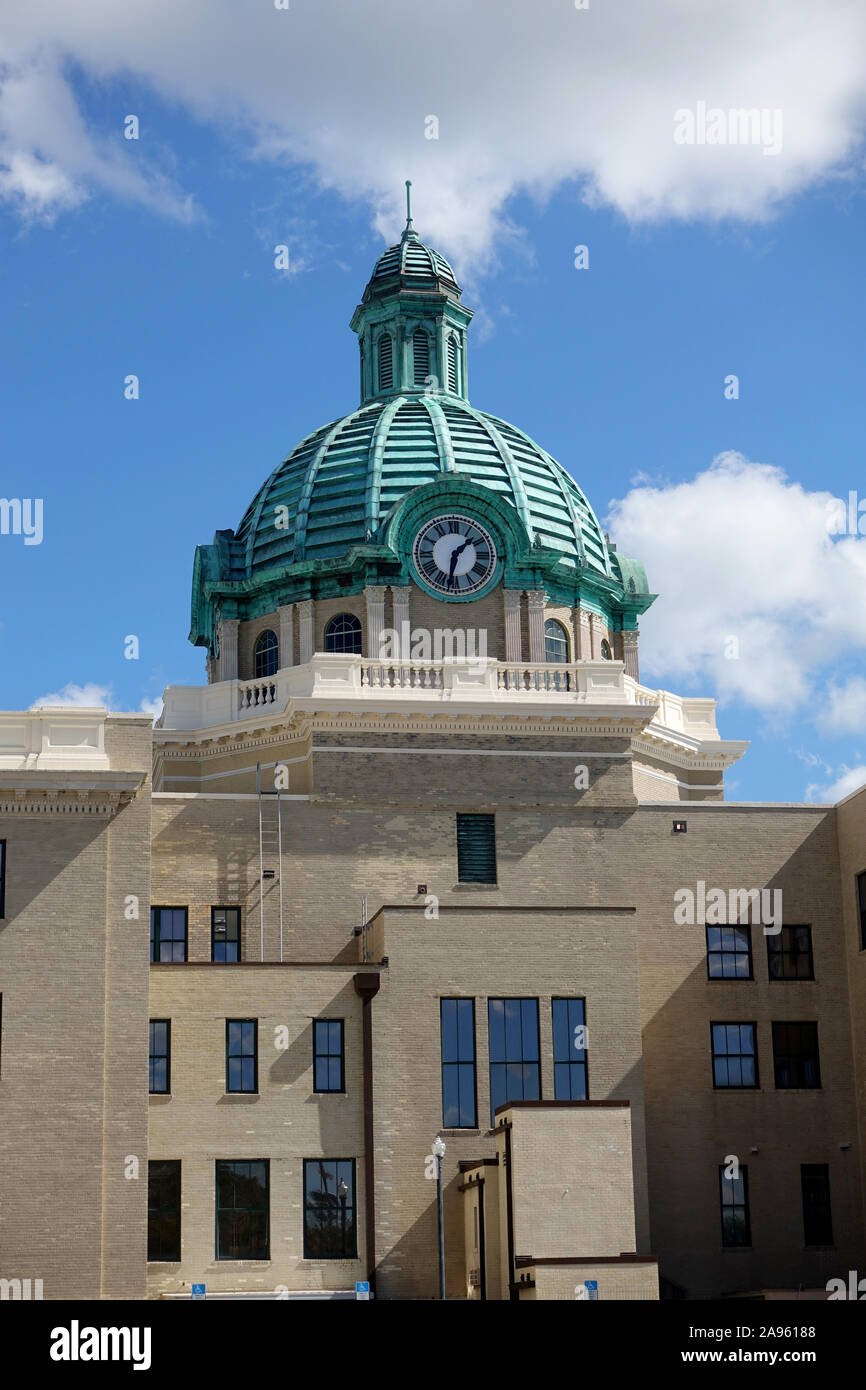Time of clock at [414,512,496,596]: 1:32
